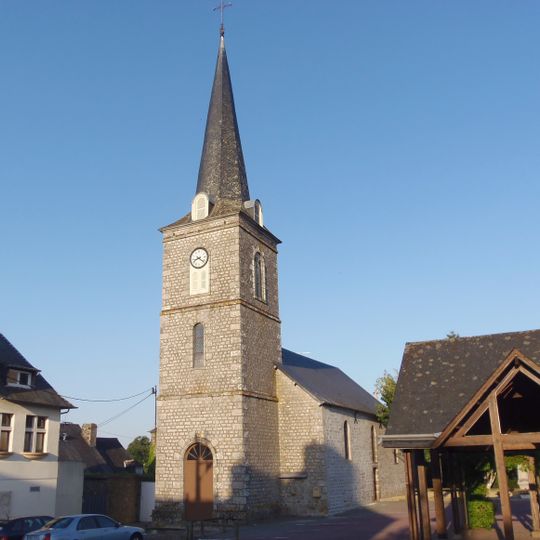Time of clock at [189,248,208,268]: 8:21
